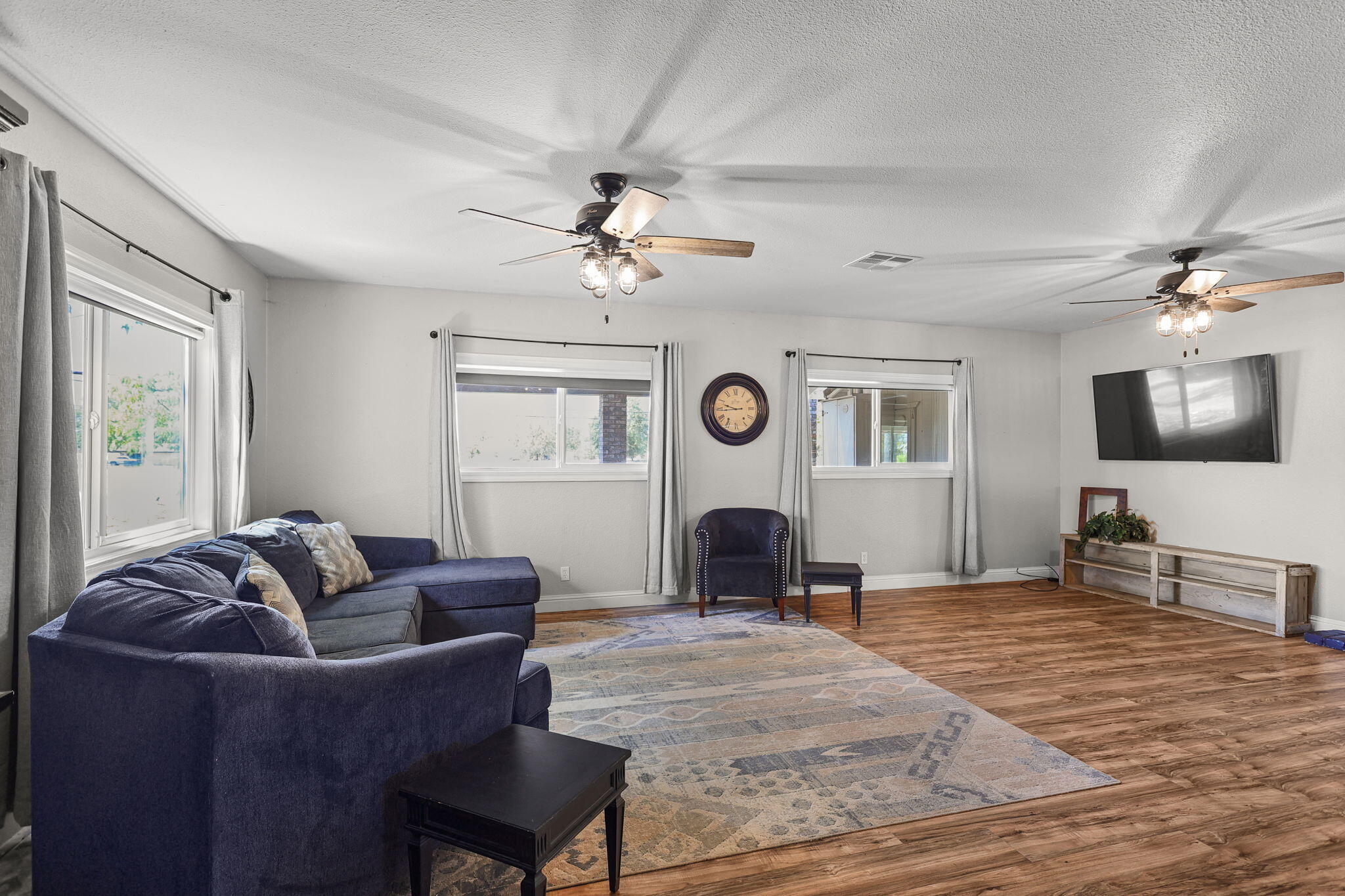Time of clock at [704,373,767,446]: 9:44
